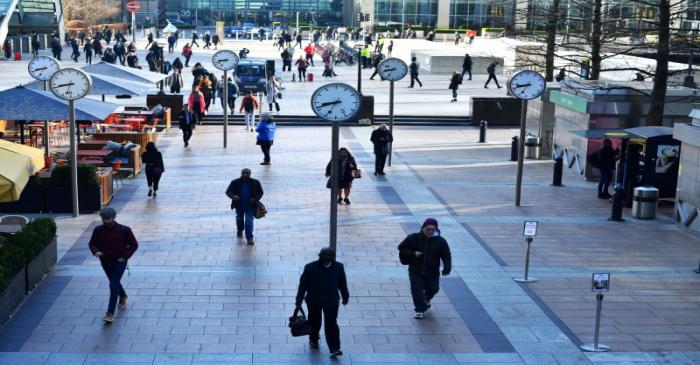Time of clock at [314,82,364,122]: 8:34
